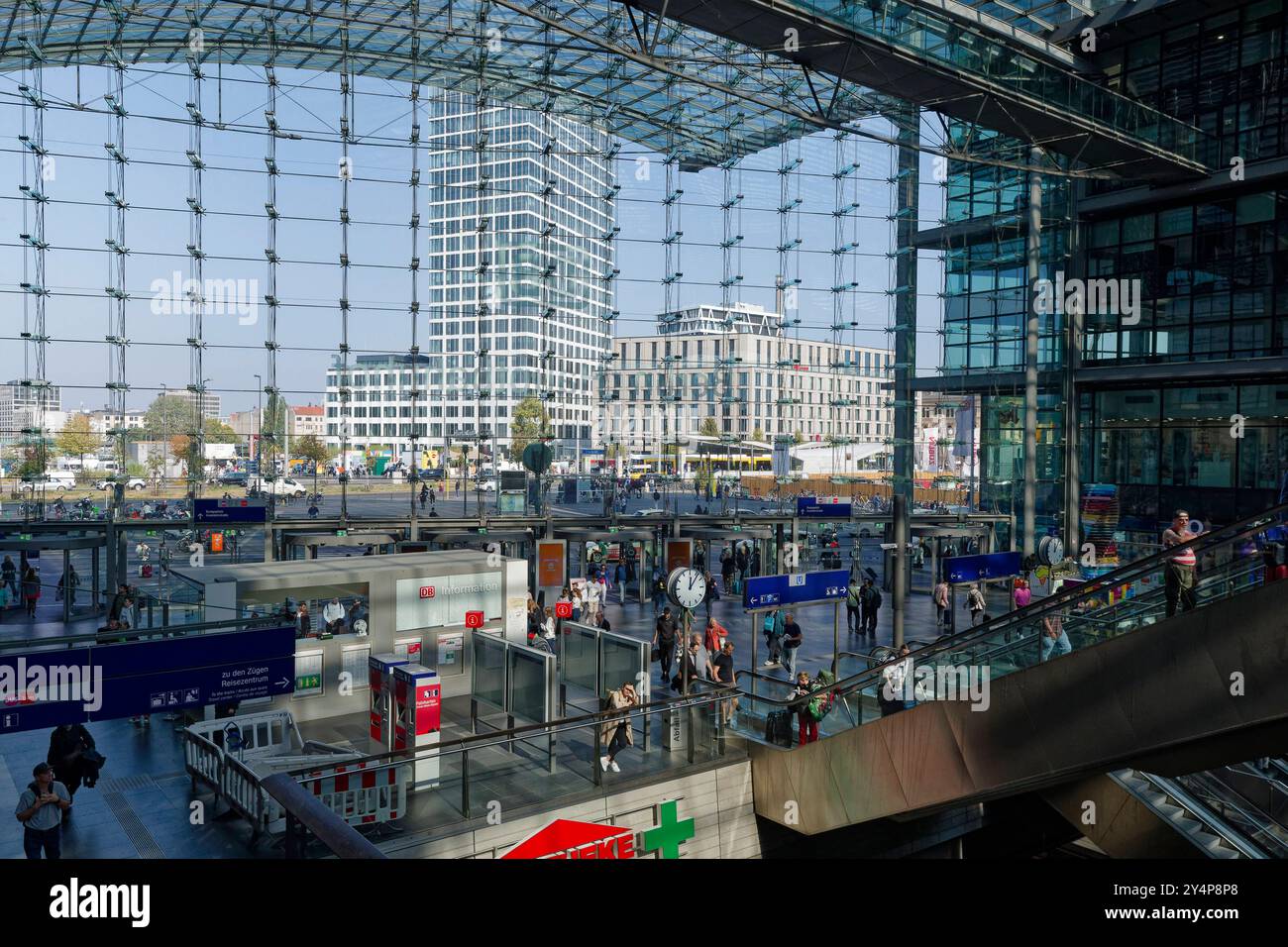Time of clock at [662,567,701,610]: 12:06
